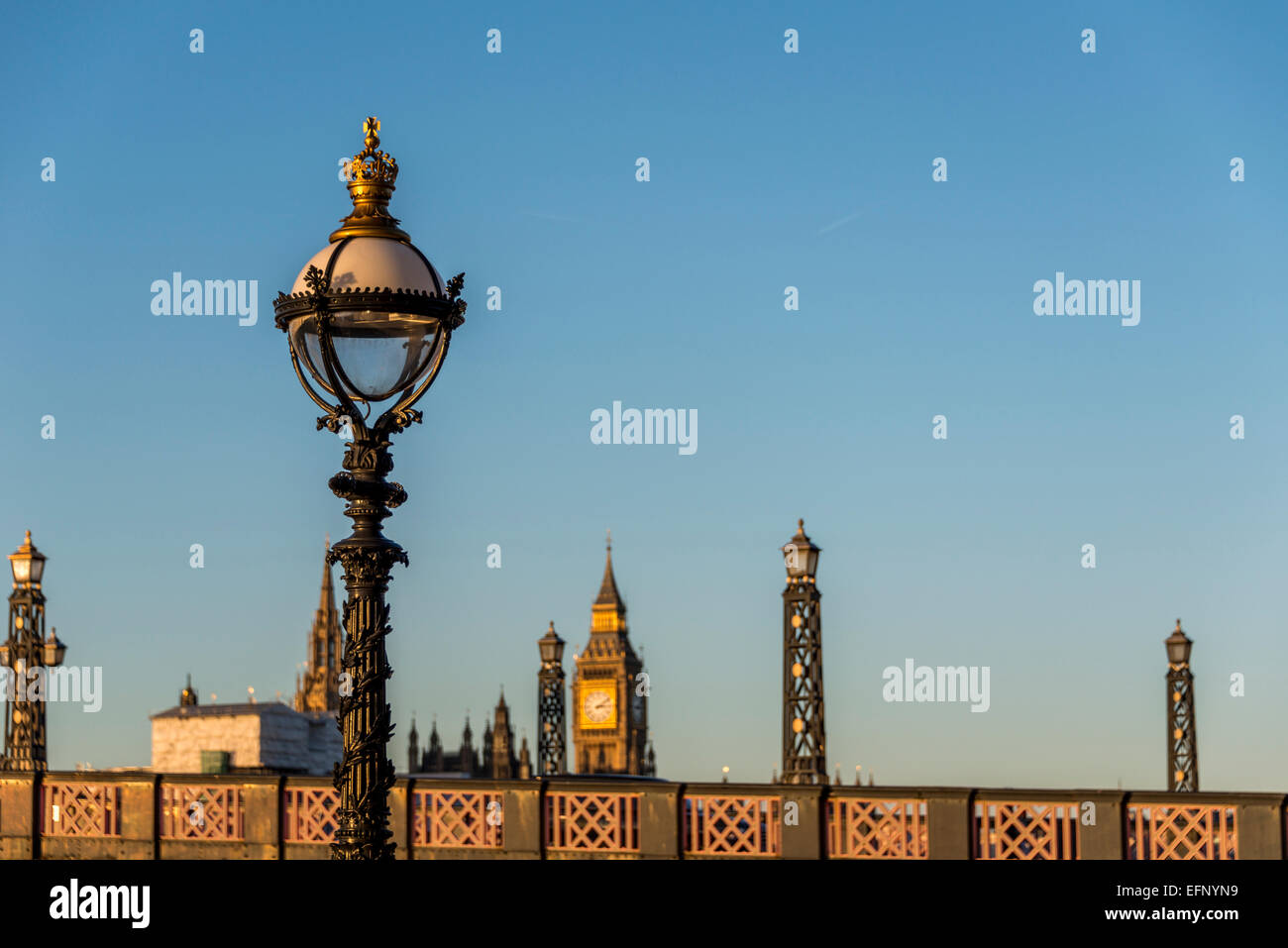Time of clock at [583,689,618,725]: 3:09
